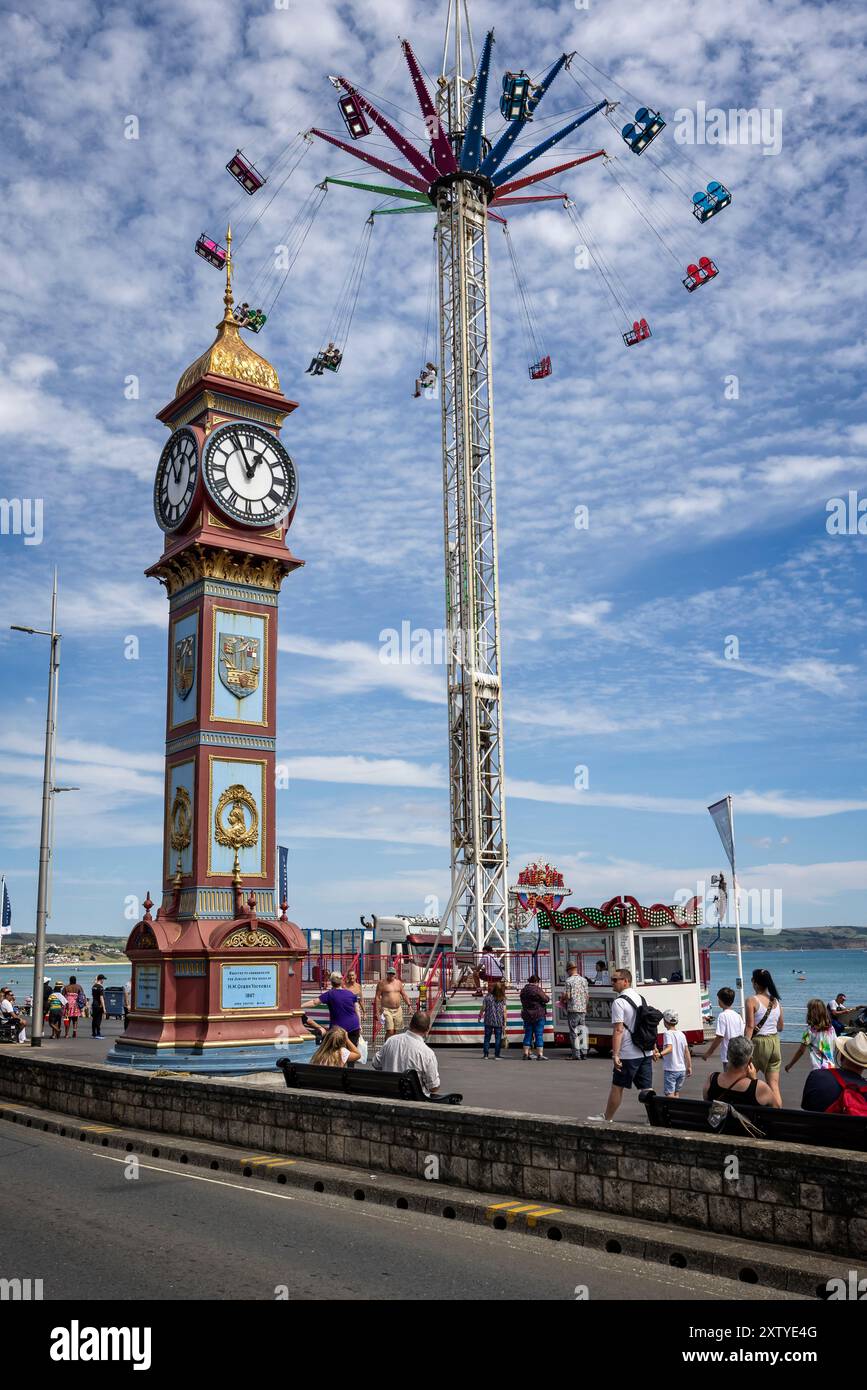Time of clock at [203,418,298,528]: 12:56
